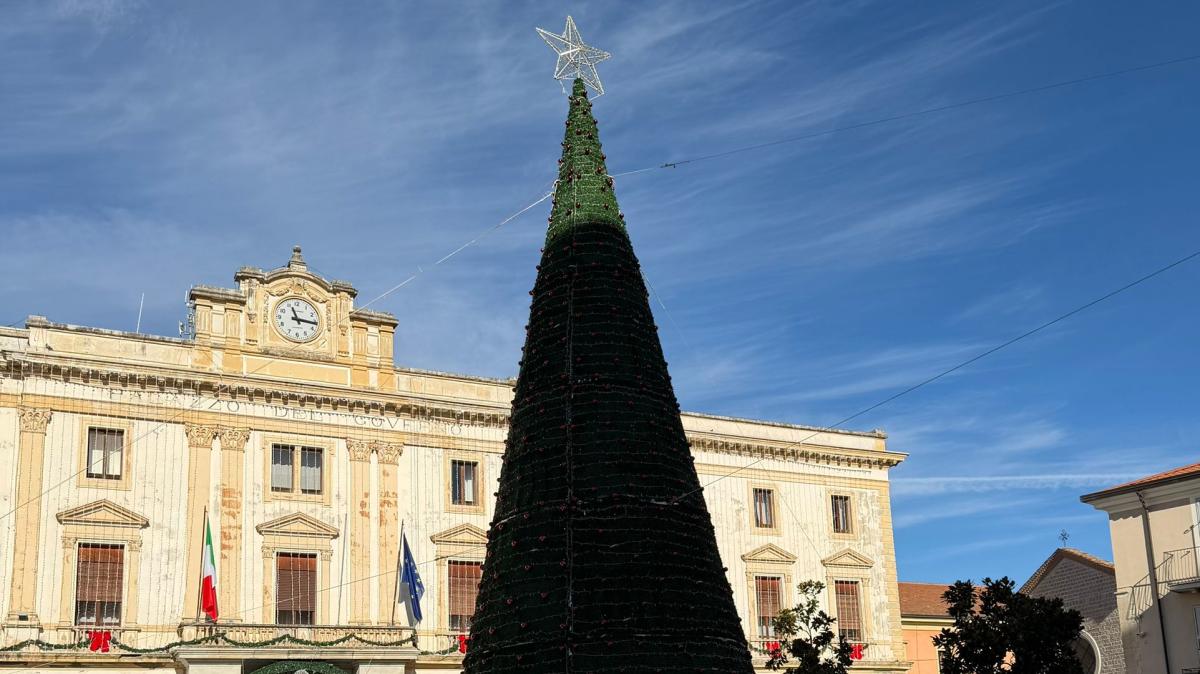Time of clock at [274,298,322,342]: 11:16
